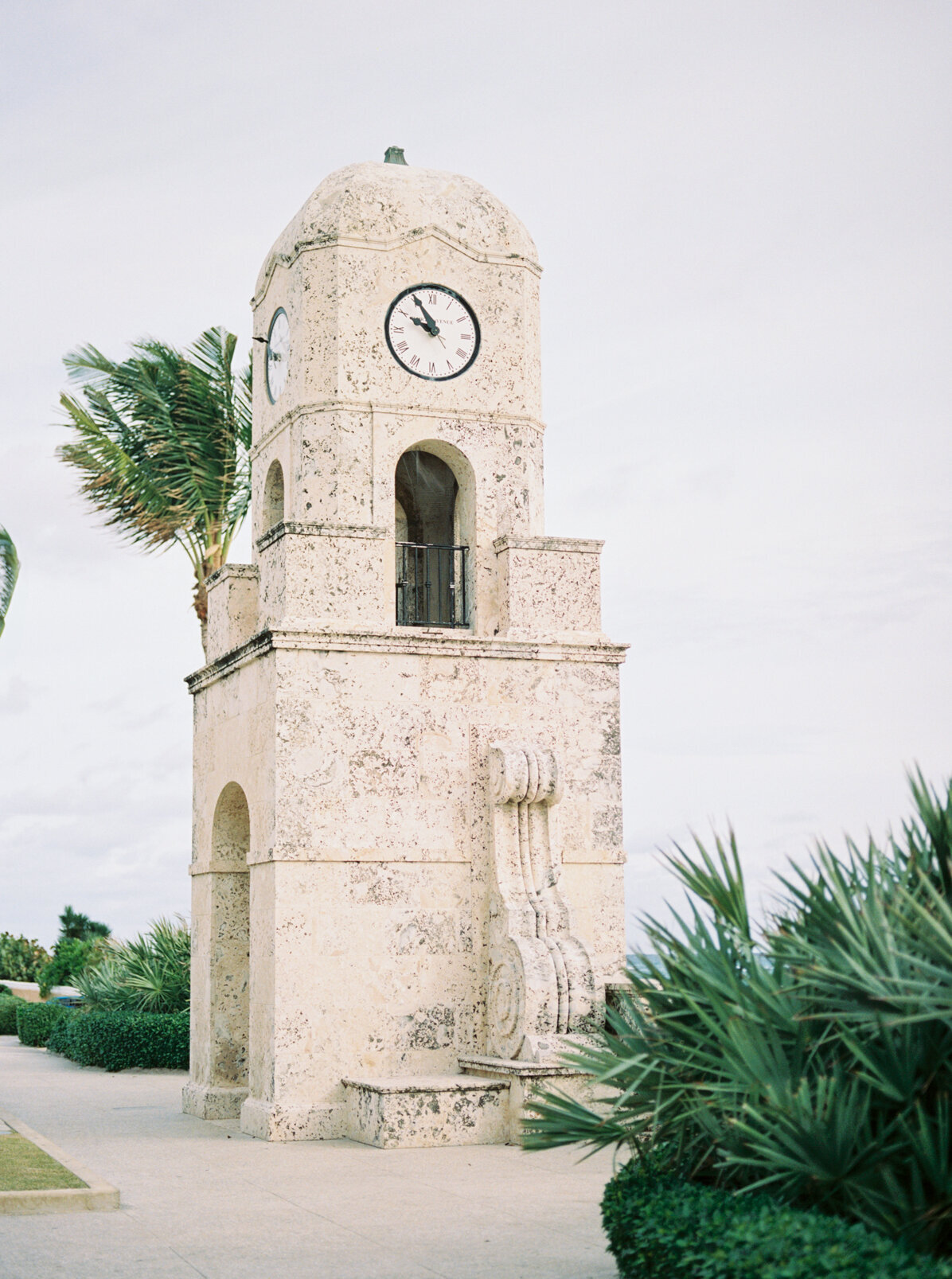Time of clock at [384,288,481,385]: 9:54
